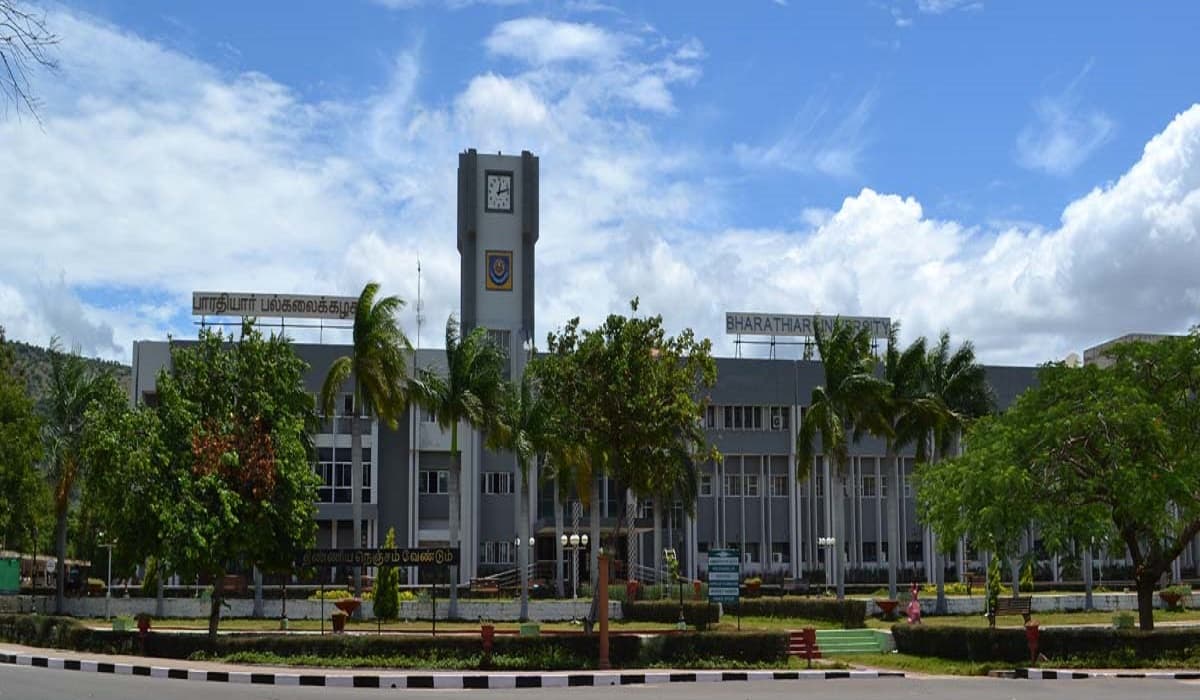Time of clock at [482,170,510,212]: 12:12
